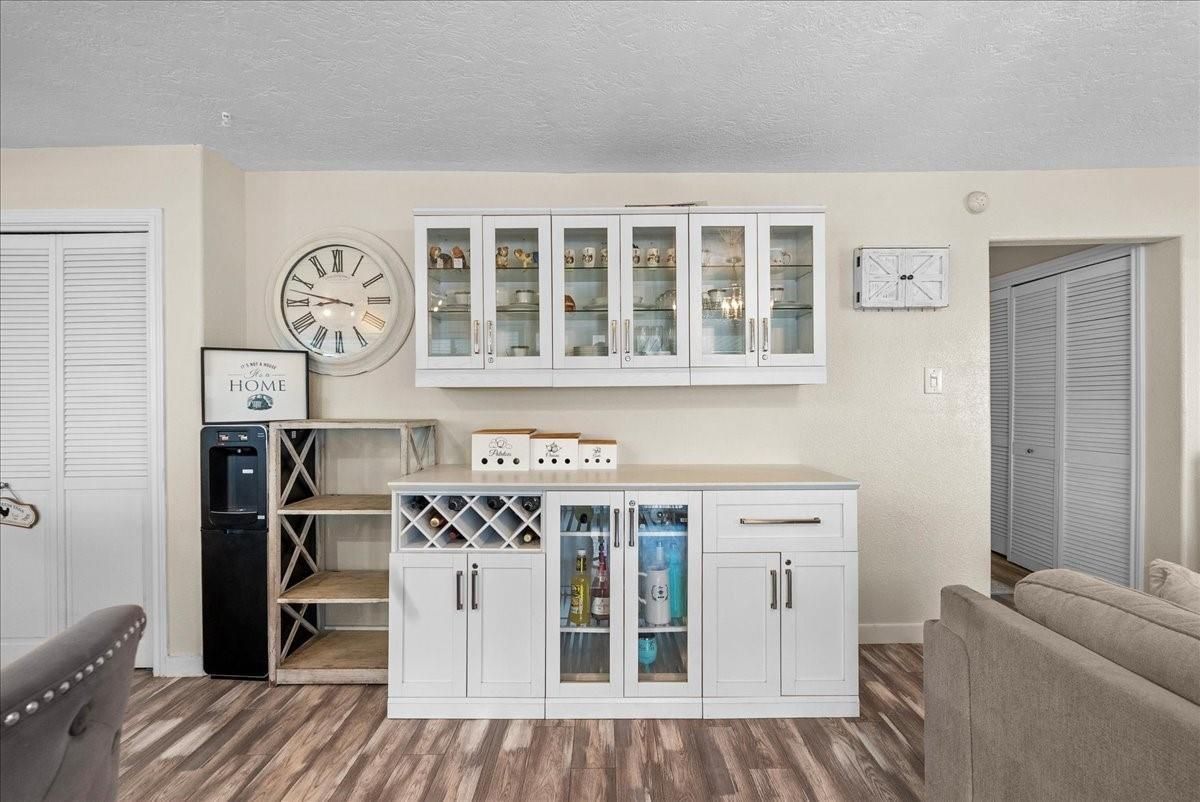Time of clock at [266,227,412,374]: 8:47
